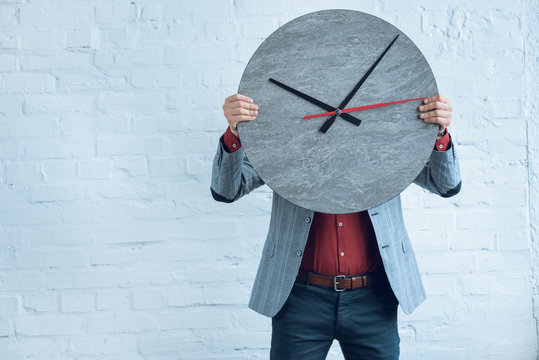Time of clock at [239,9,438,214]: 10:07
